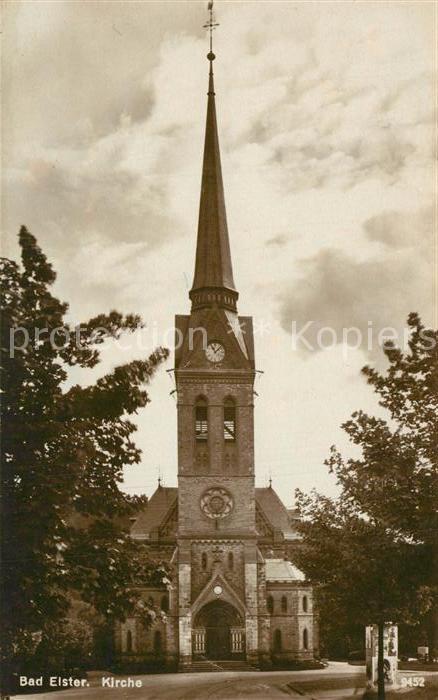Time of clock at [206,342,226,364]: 11:07
